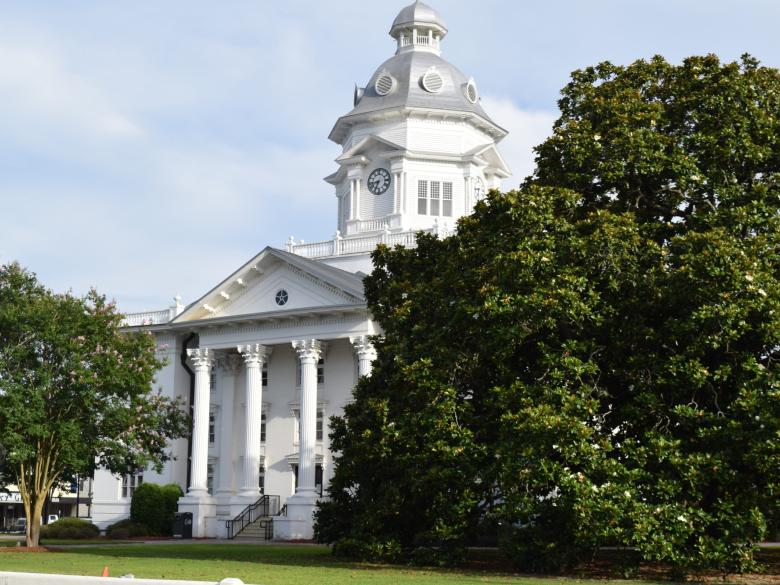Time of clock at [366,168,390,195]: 8:34
